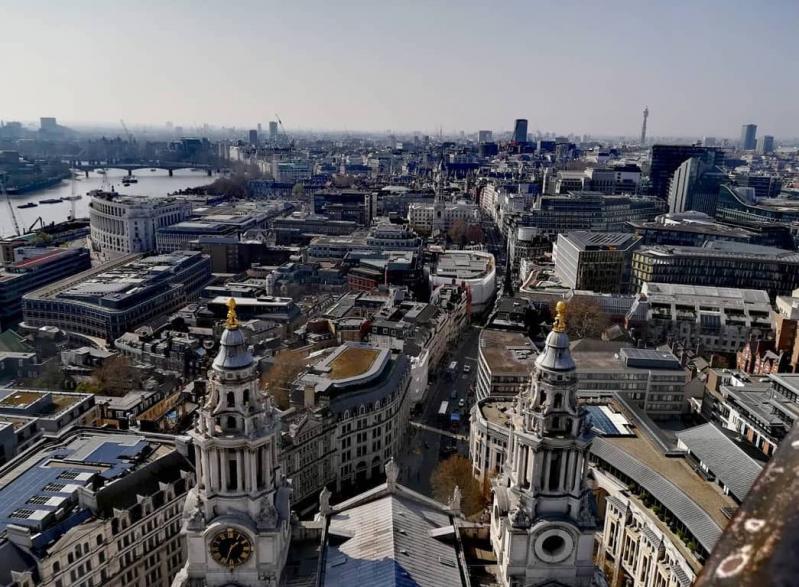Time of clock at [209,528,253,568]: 1:33
